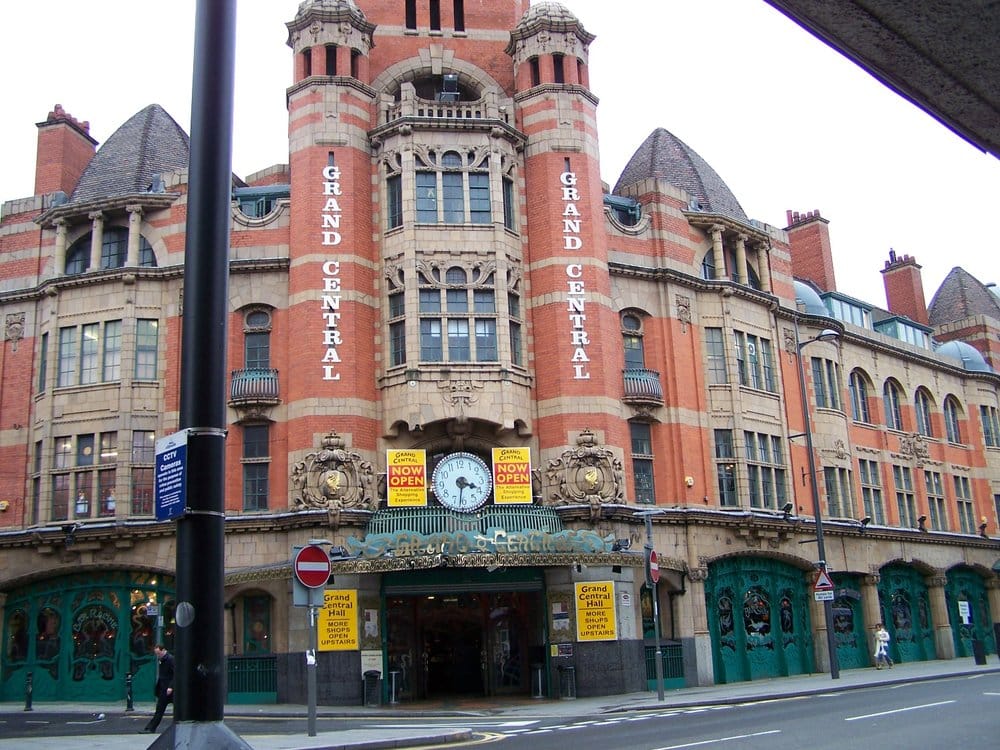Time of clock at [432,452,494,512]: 3:31
